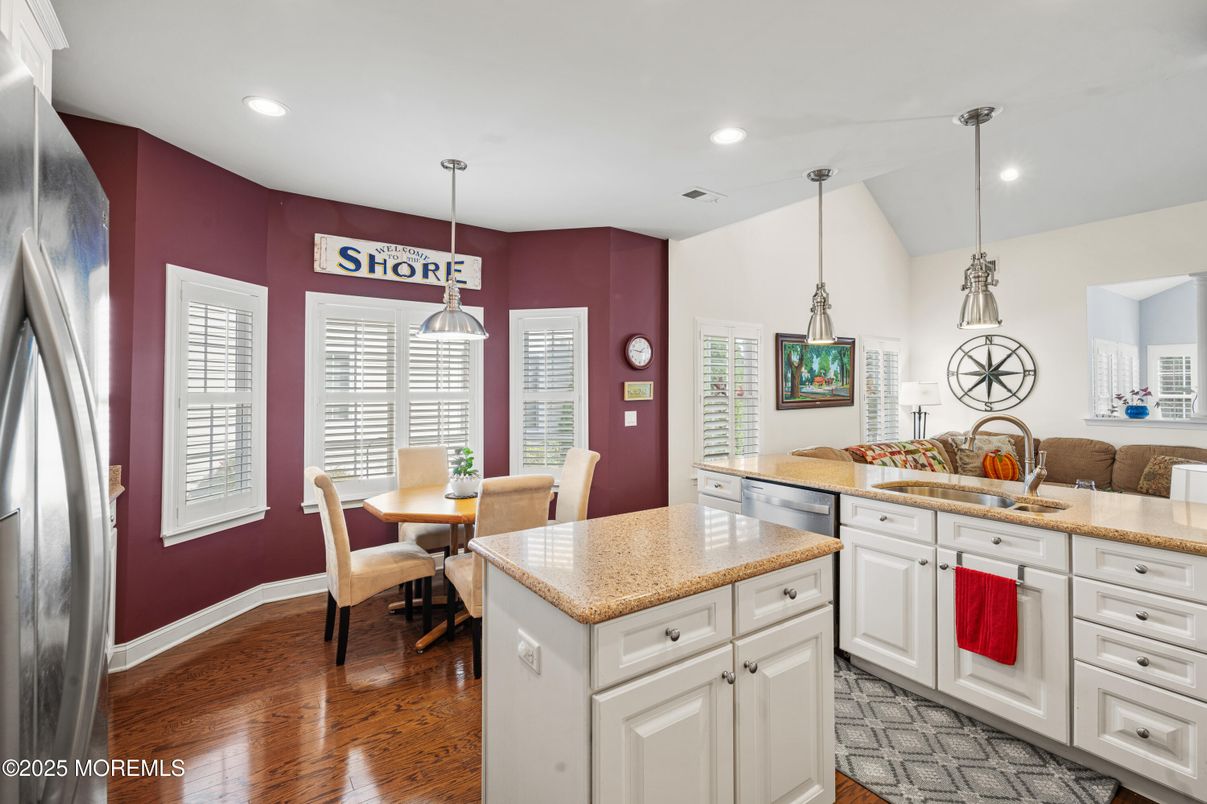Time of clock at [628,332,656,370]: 1:46
